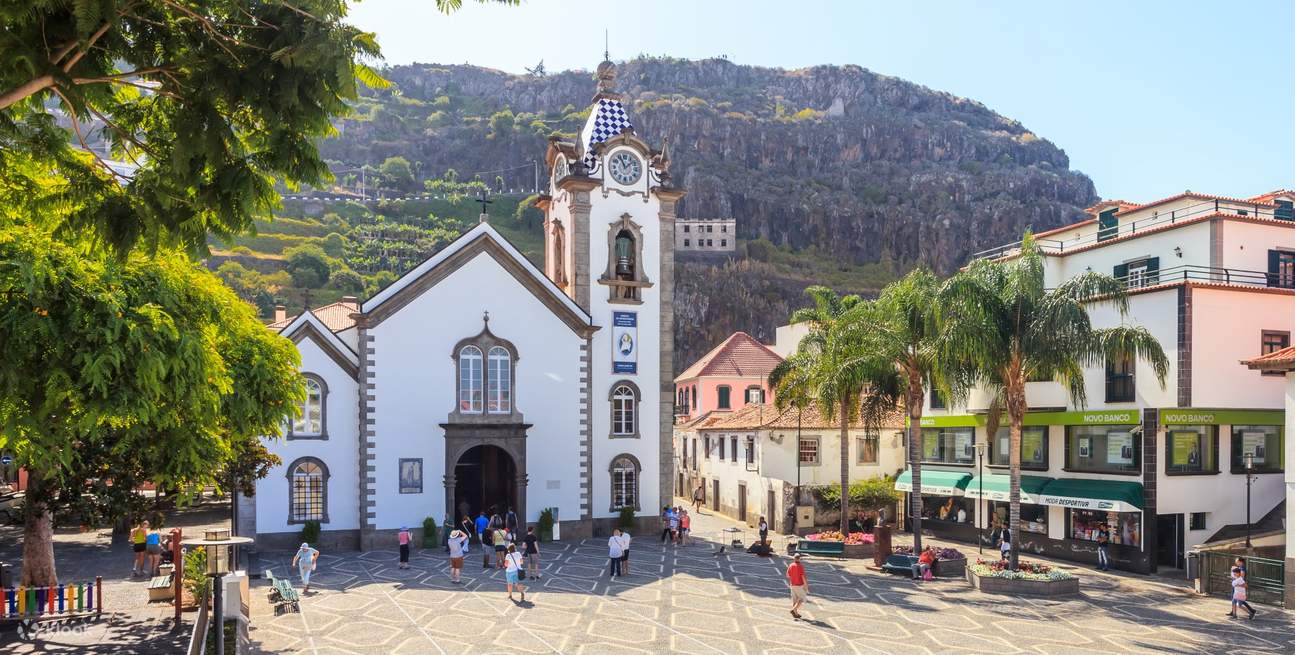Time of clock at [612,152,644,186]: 11:08
